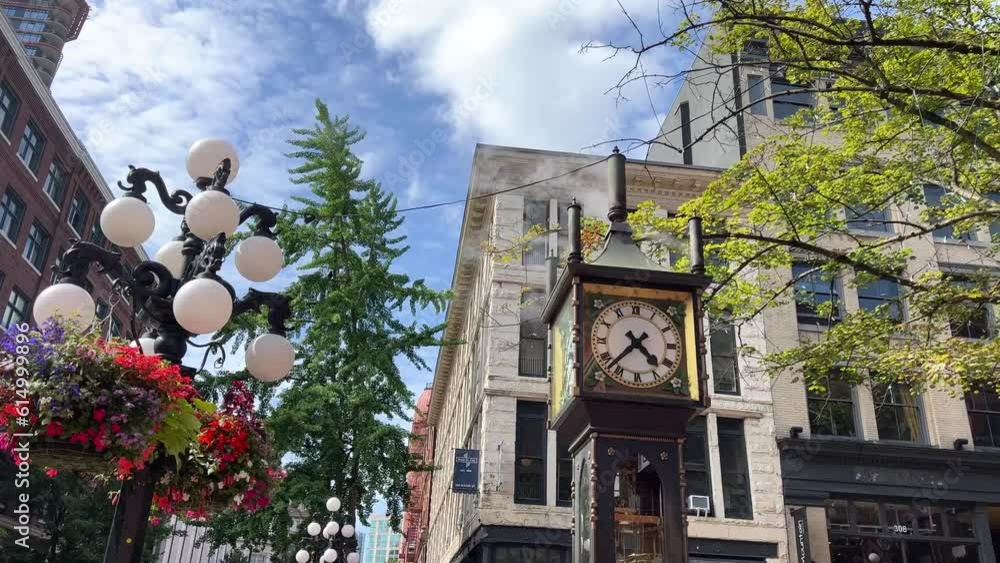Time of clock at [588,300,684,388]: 4:37
